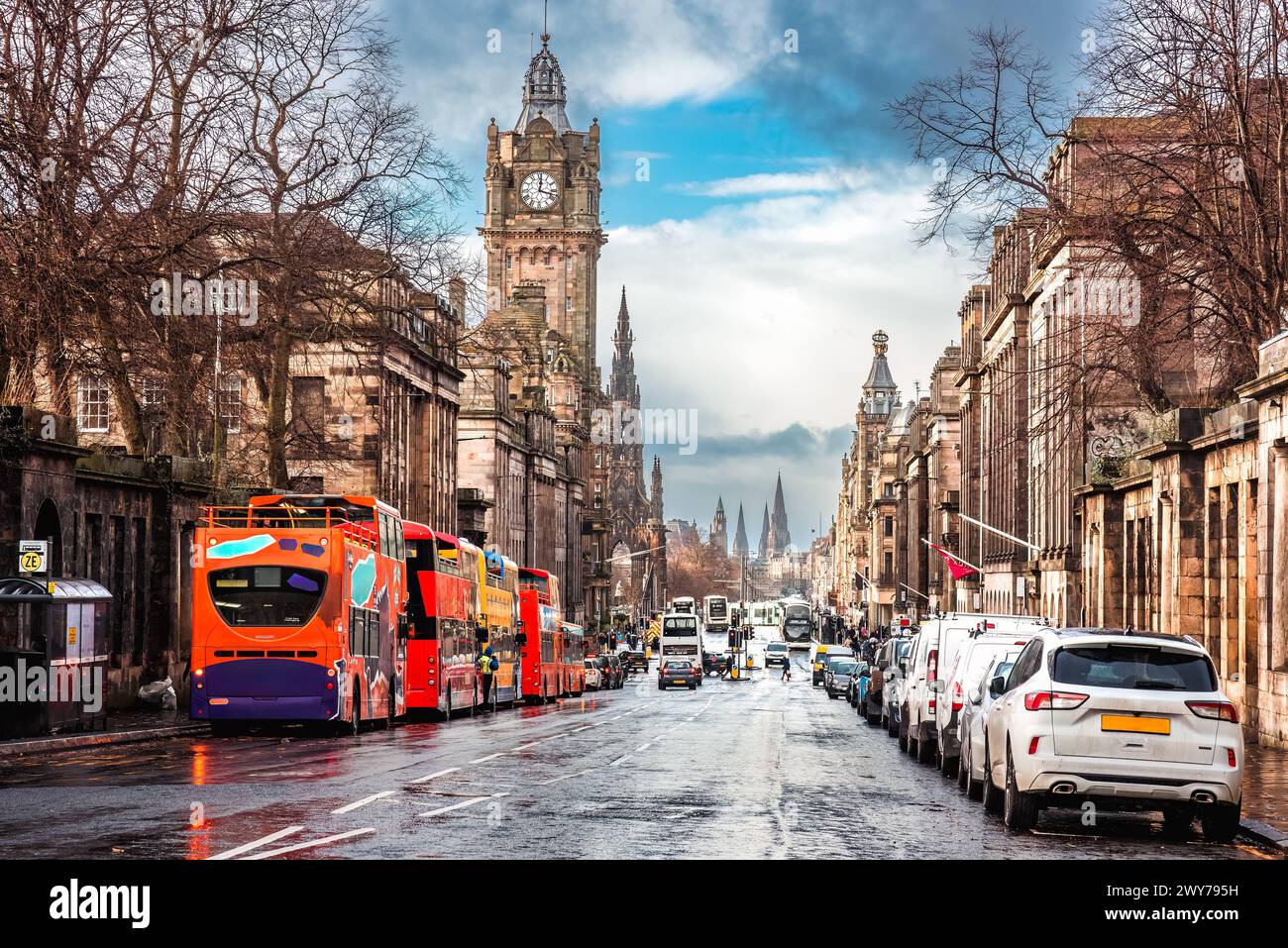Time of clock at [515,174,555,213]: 12:17
